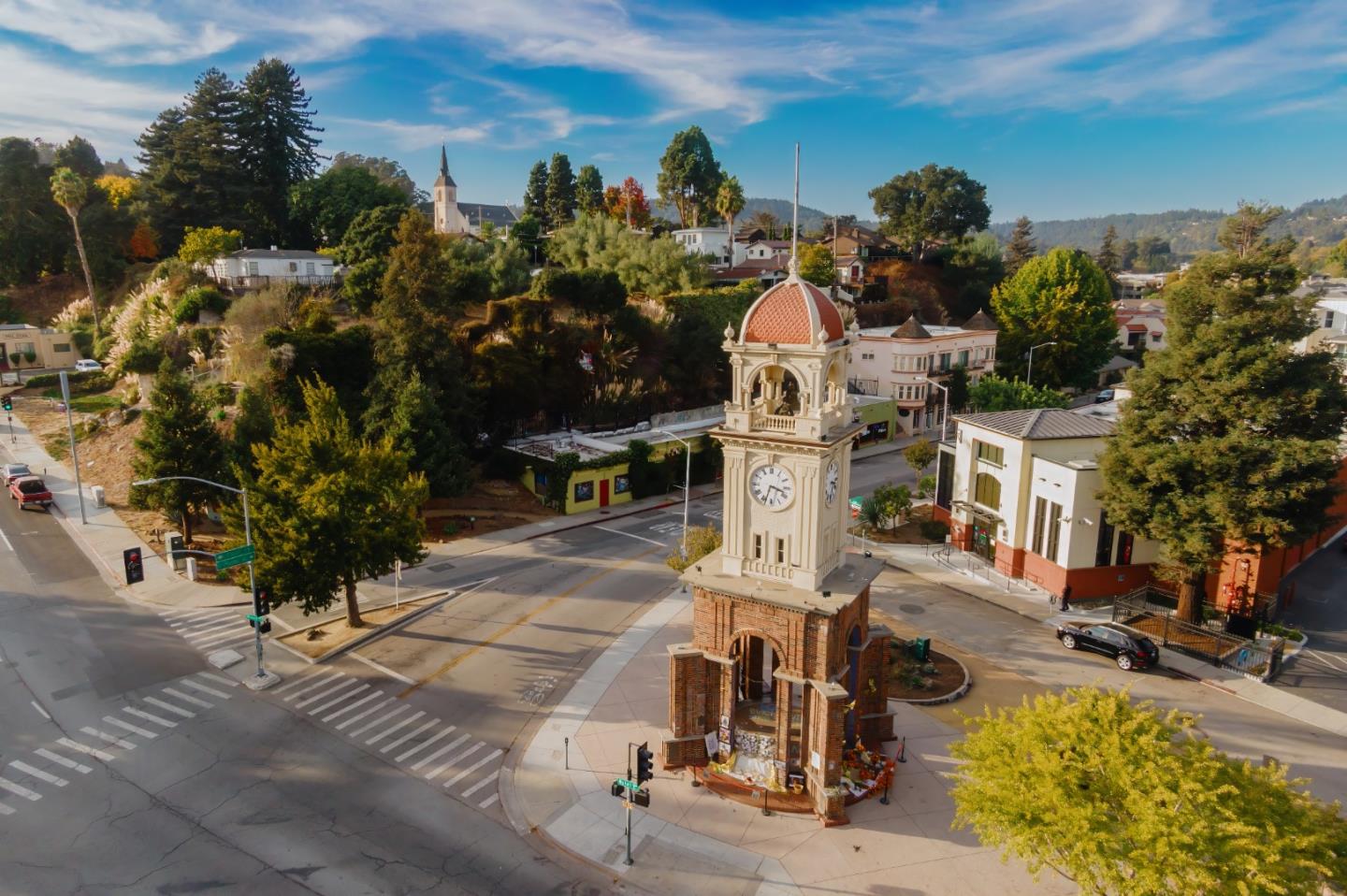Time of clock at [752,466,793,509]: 3:33
